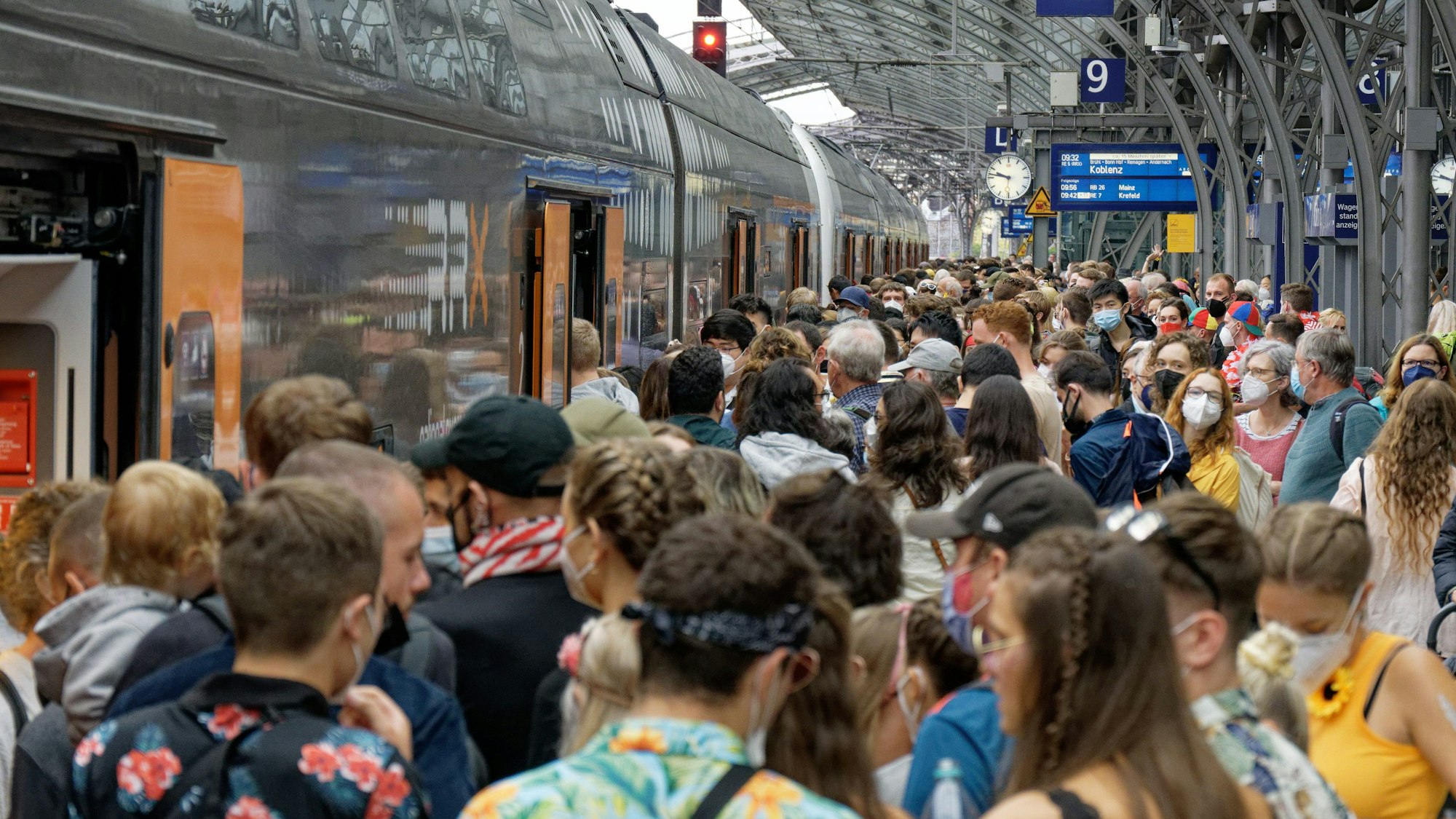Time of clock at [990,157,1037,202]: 9:47
